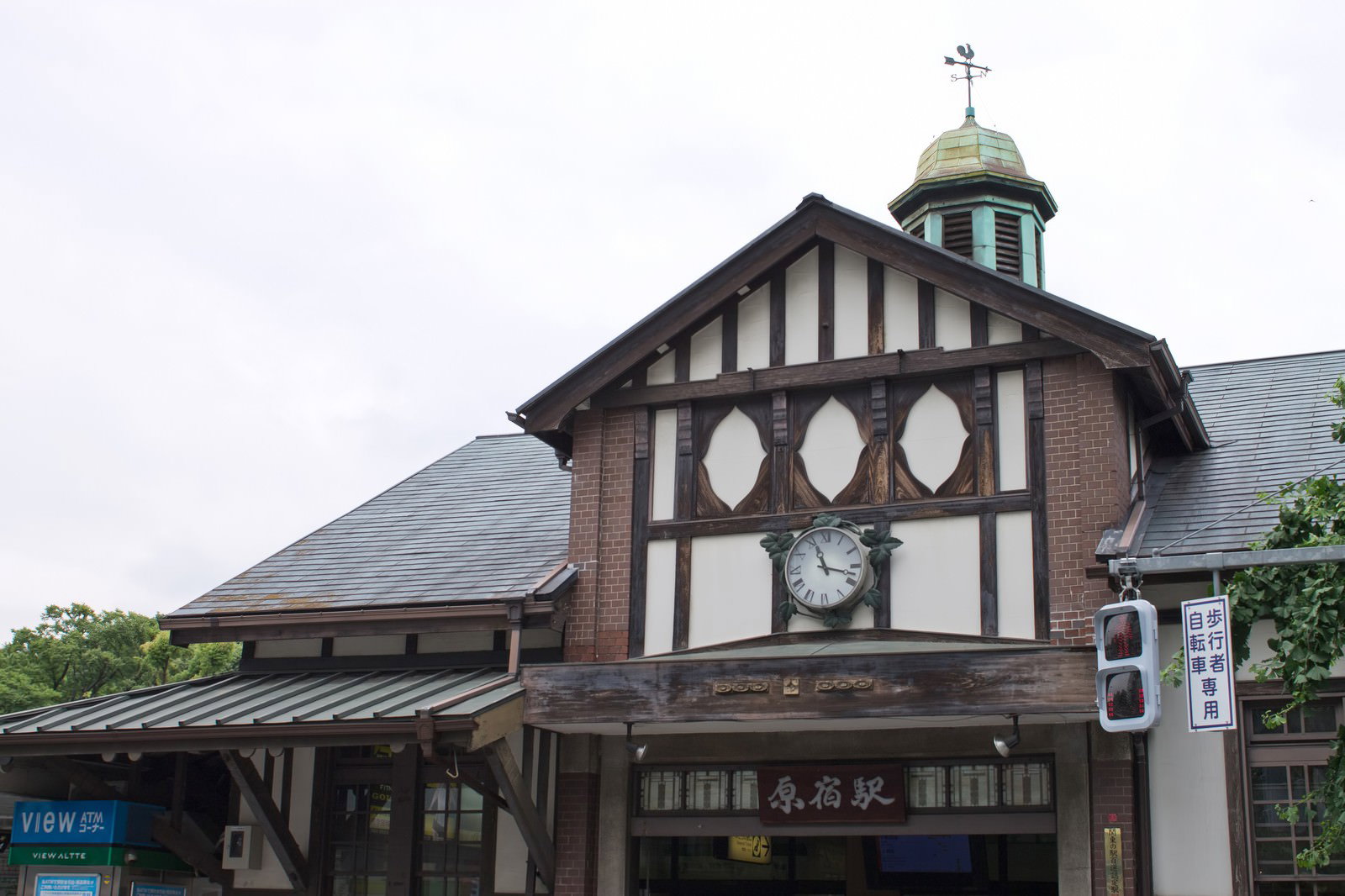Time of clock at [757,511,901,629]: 11:17
